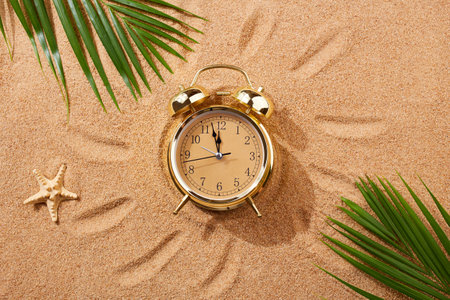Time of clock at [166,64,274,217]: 11:57
